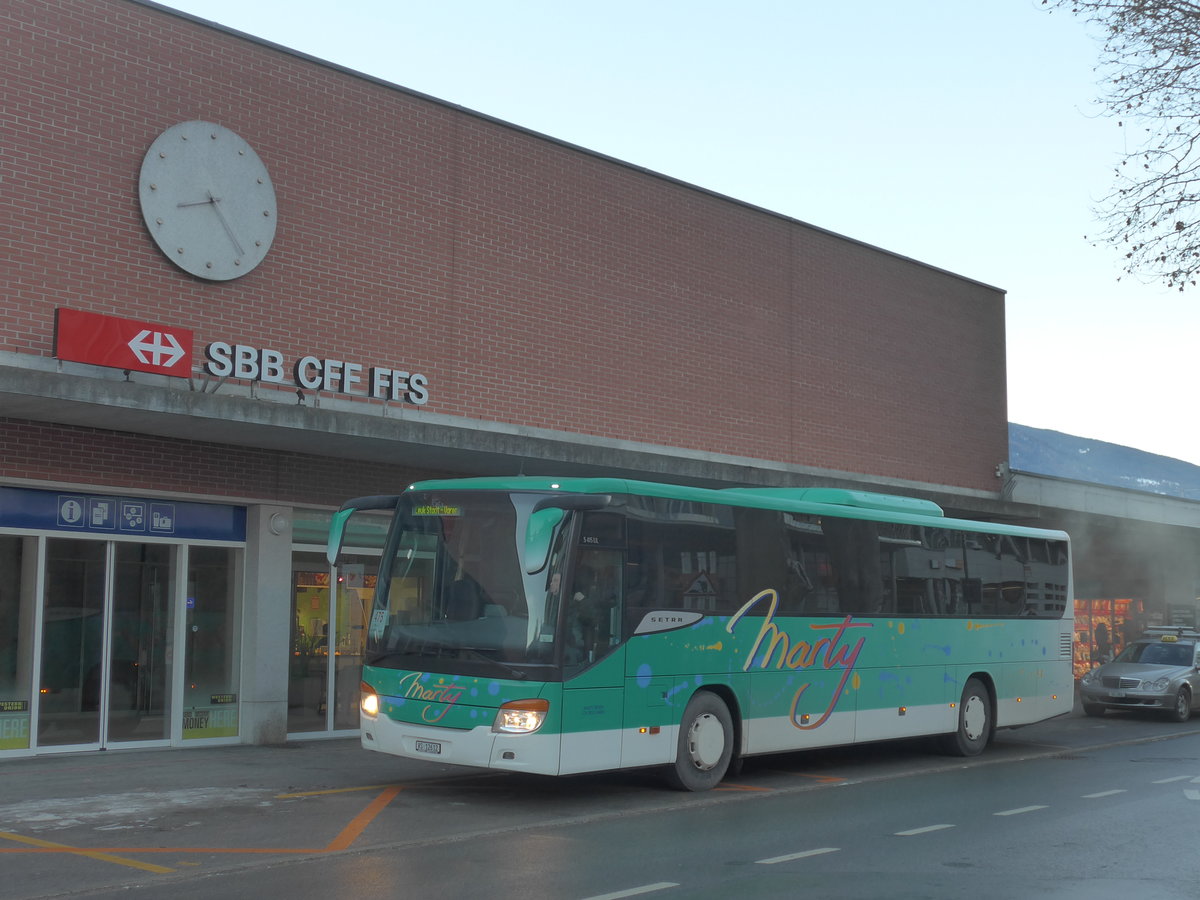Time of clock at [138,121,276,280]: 8:23
